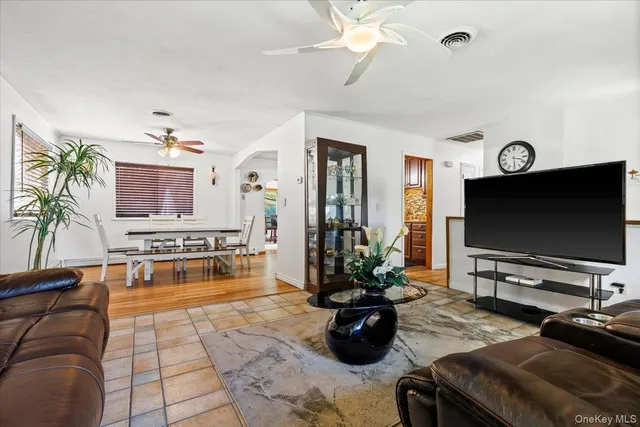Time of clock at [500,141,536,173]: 3:29
